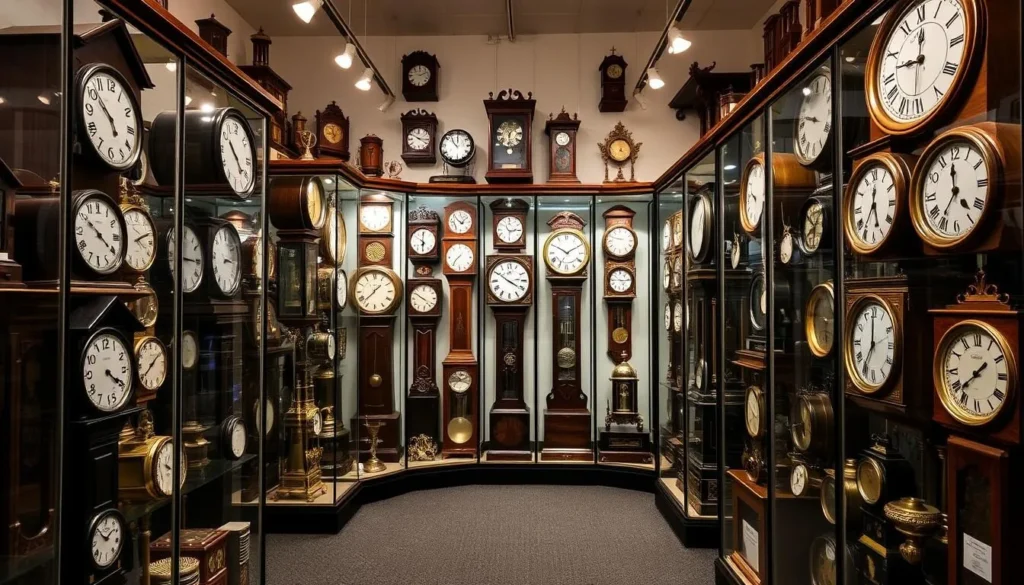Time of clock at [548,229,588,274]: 10:09
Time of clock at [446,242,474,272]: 7:36
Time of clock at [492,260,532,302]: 3:50
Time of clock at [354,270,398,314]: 1:37
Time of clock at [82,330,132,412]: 4:20
